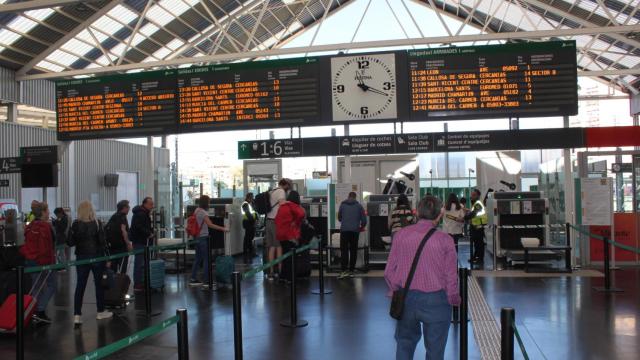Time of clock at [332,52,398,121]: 11:18
